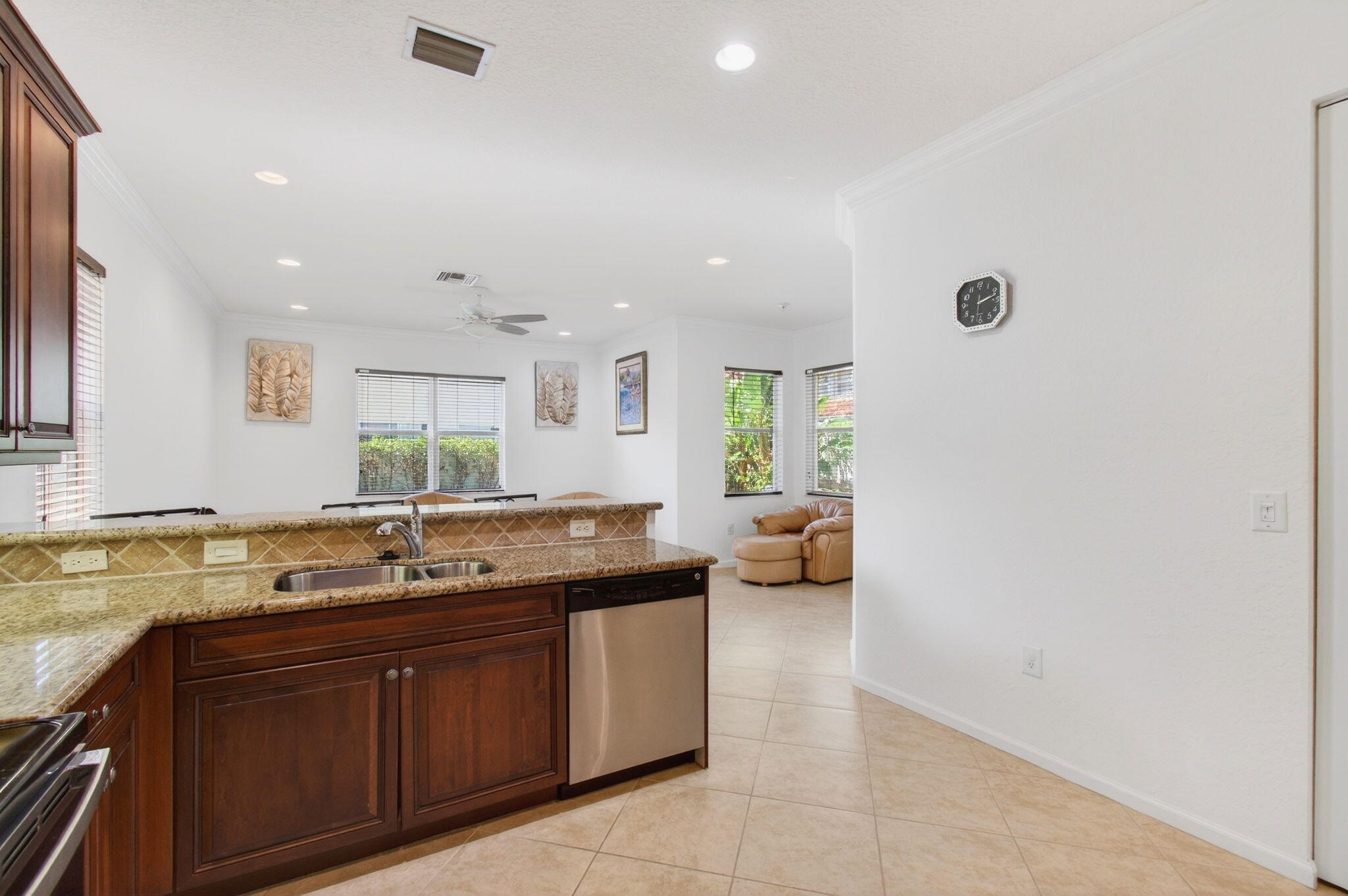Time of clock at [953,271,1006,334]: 2:12
